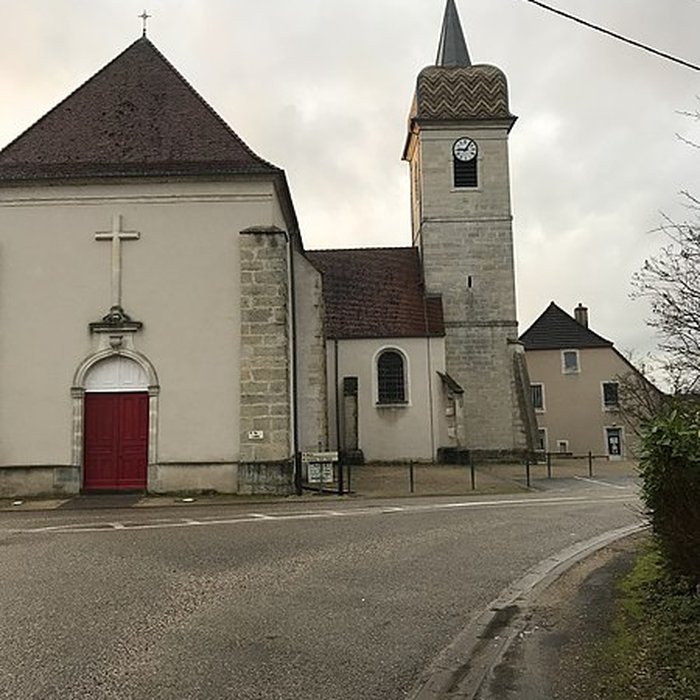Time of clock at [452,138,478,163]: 9:05
